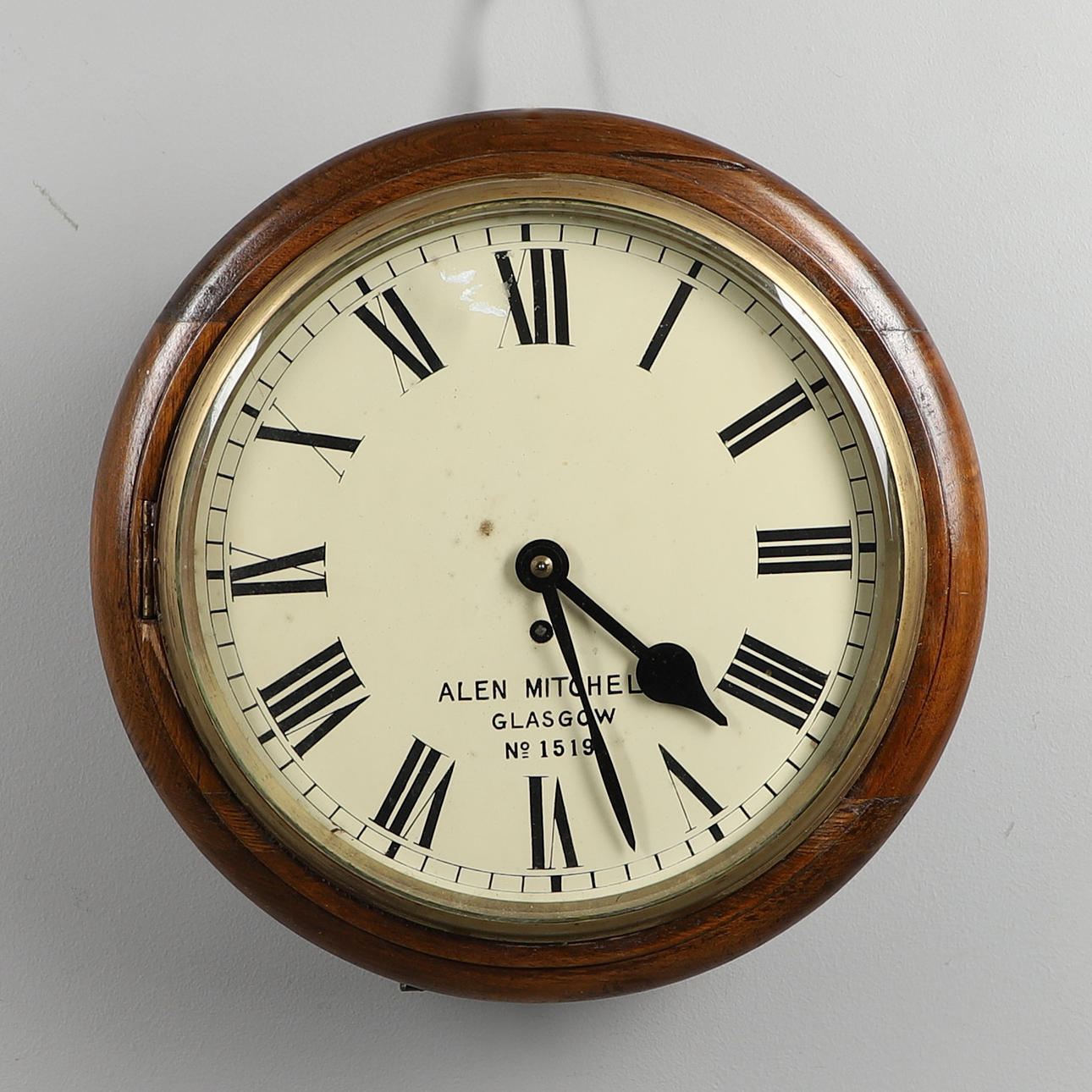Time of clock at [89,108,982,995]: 4:27
